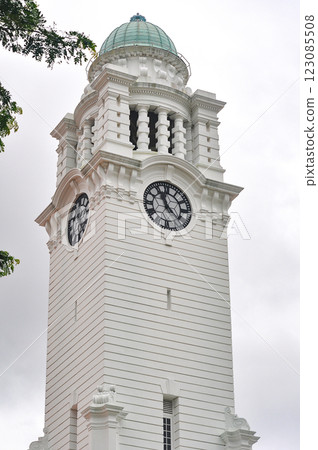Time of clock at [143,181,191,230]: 11:22
